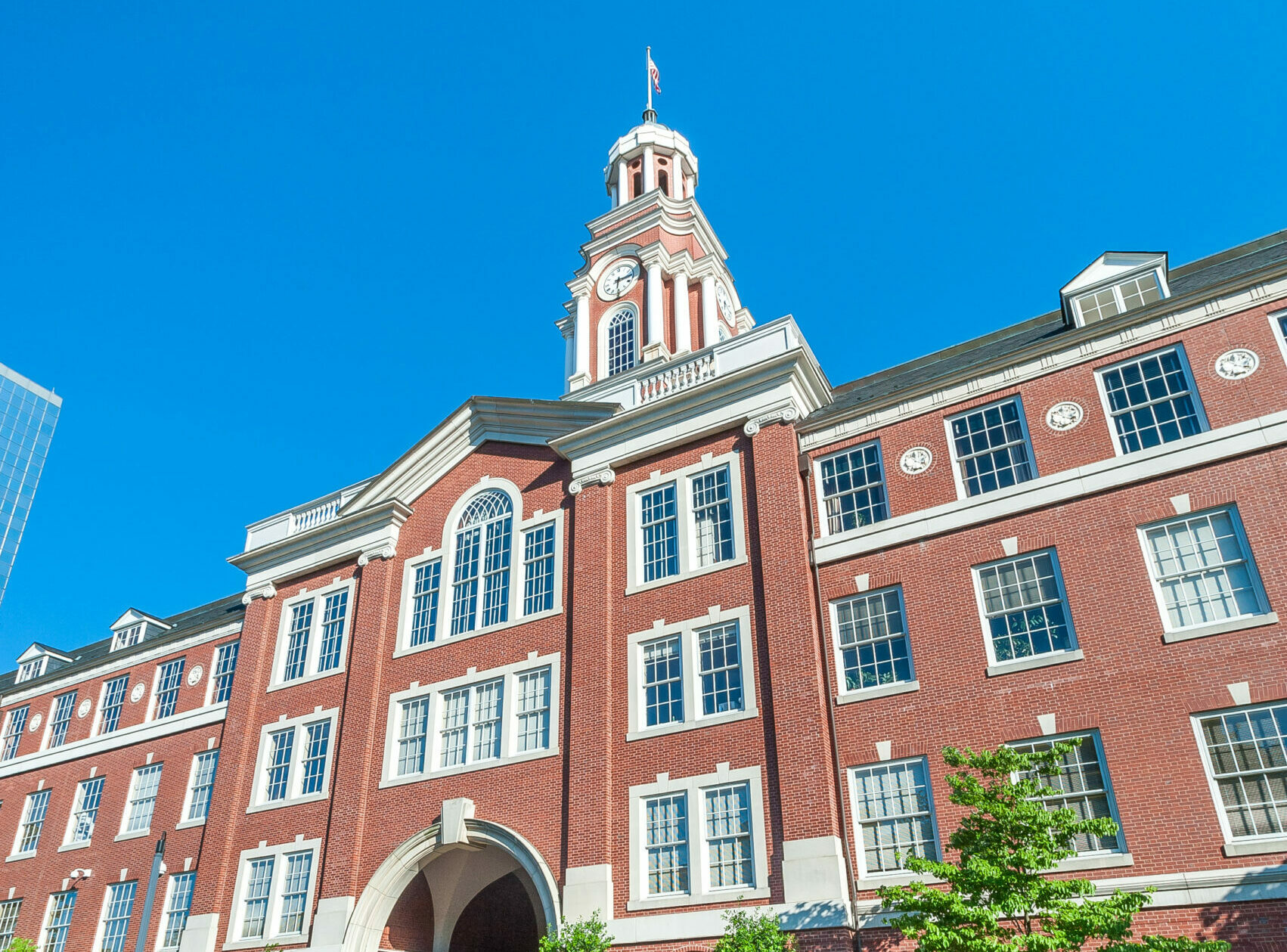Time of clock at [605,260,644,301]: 6:15
